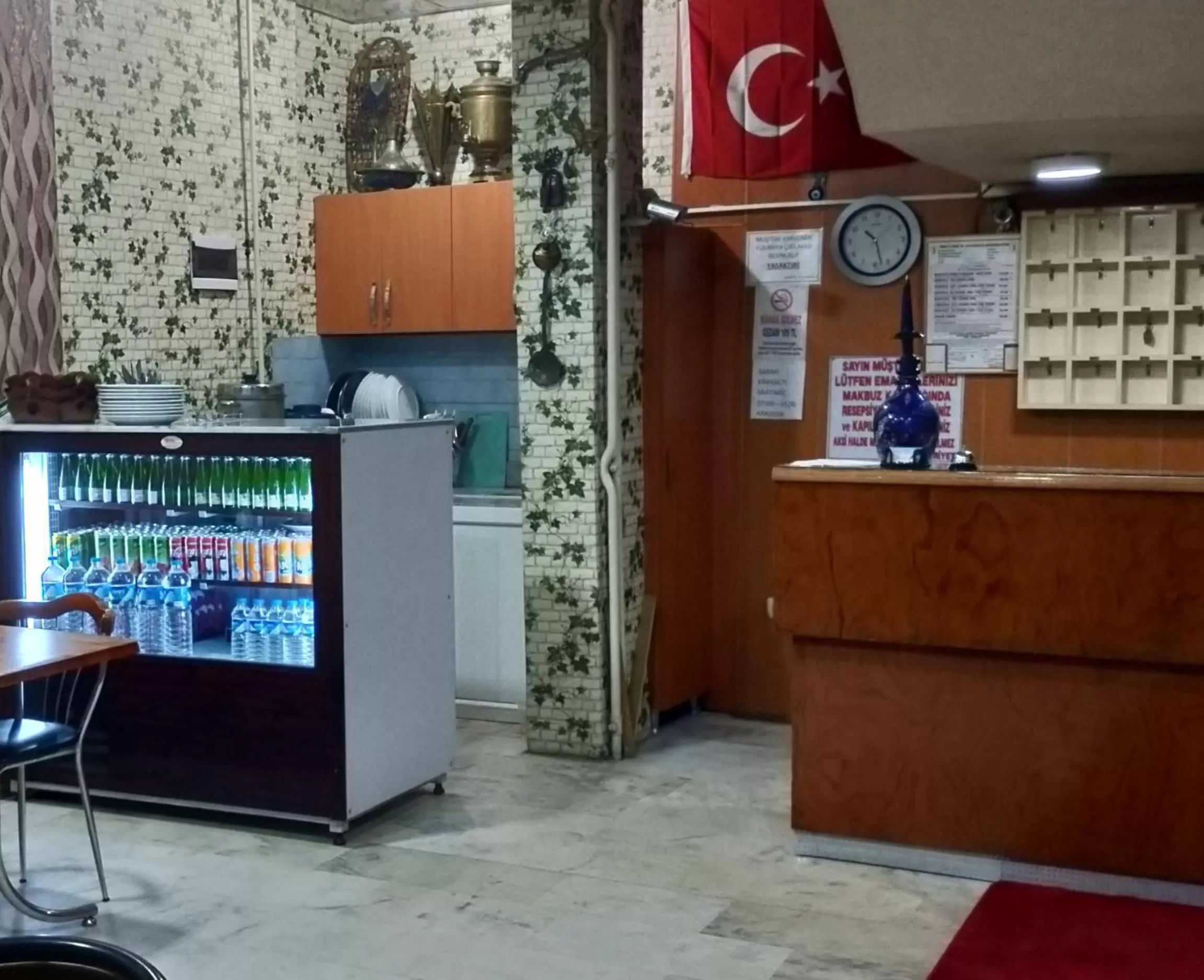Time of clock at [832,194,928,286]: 10:27
